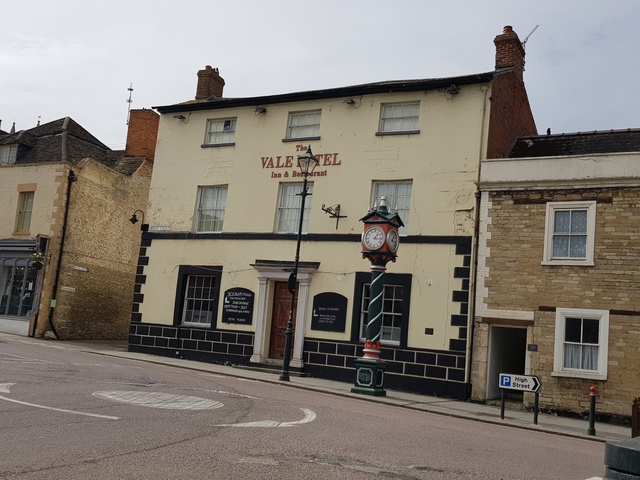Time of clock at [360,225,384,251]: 1:16
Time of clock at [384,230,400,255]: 1:16
